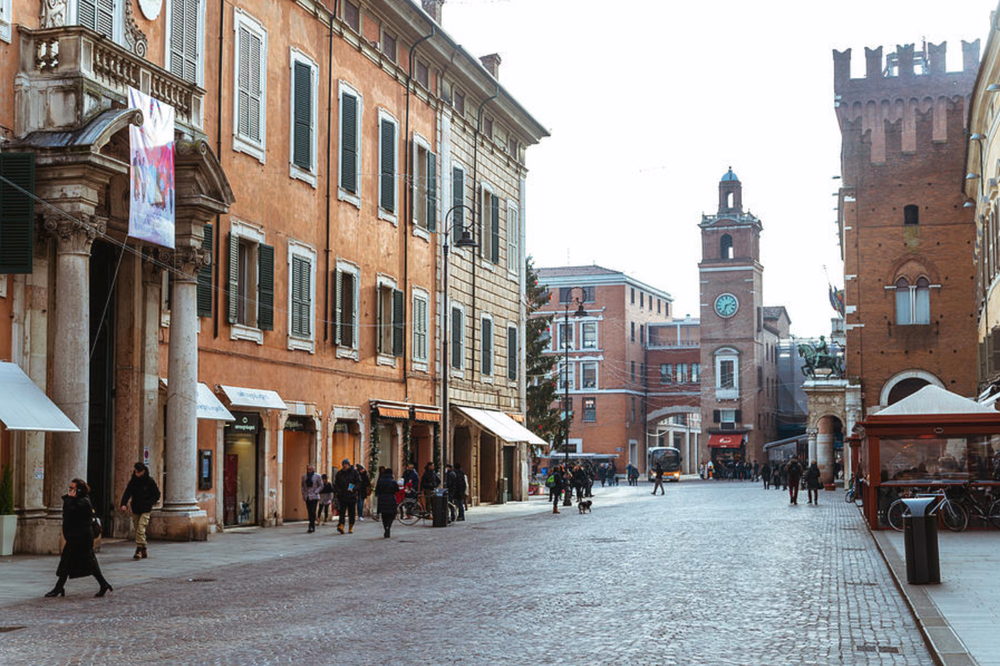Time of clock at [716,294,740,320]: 2:33
